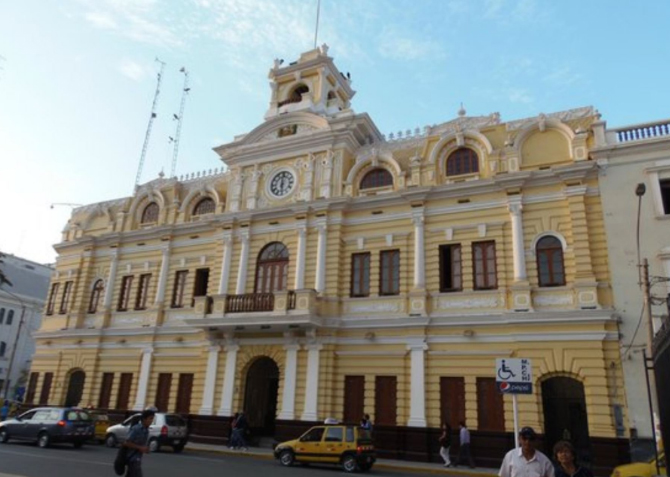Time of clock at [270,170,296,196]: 5:59
